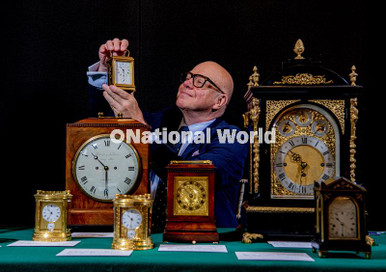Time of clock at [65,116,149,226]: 10:29
